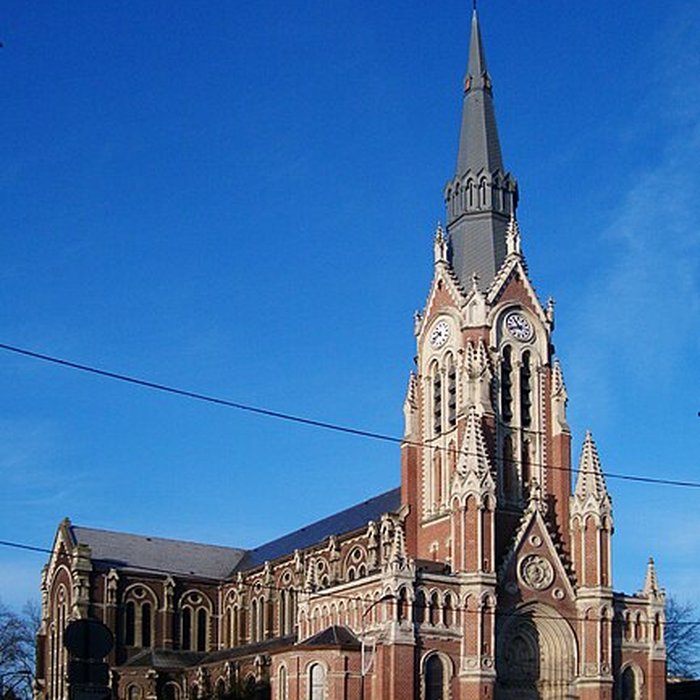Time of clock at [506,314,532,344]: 10:41
